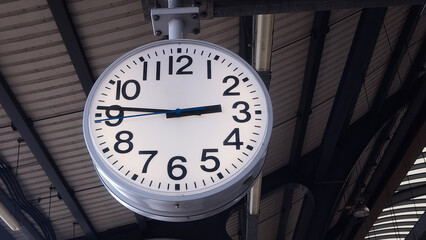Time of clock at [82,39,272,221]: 2:46
